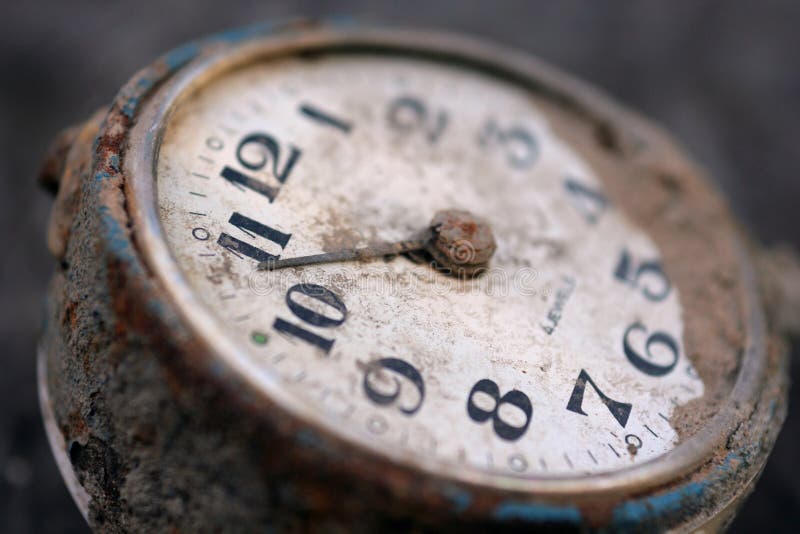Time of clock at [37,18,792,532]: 8:43
